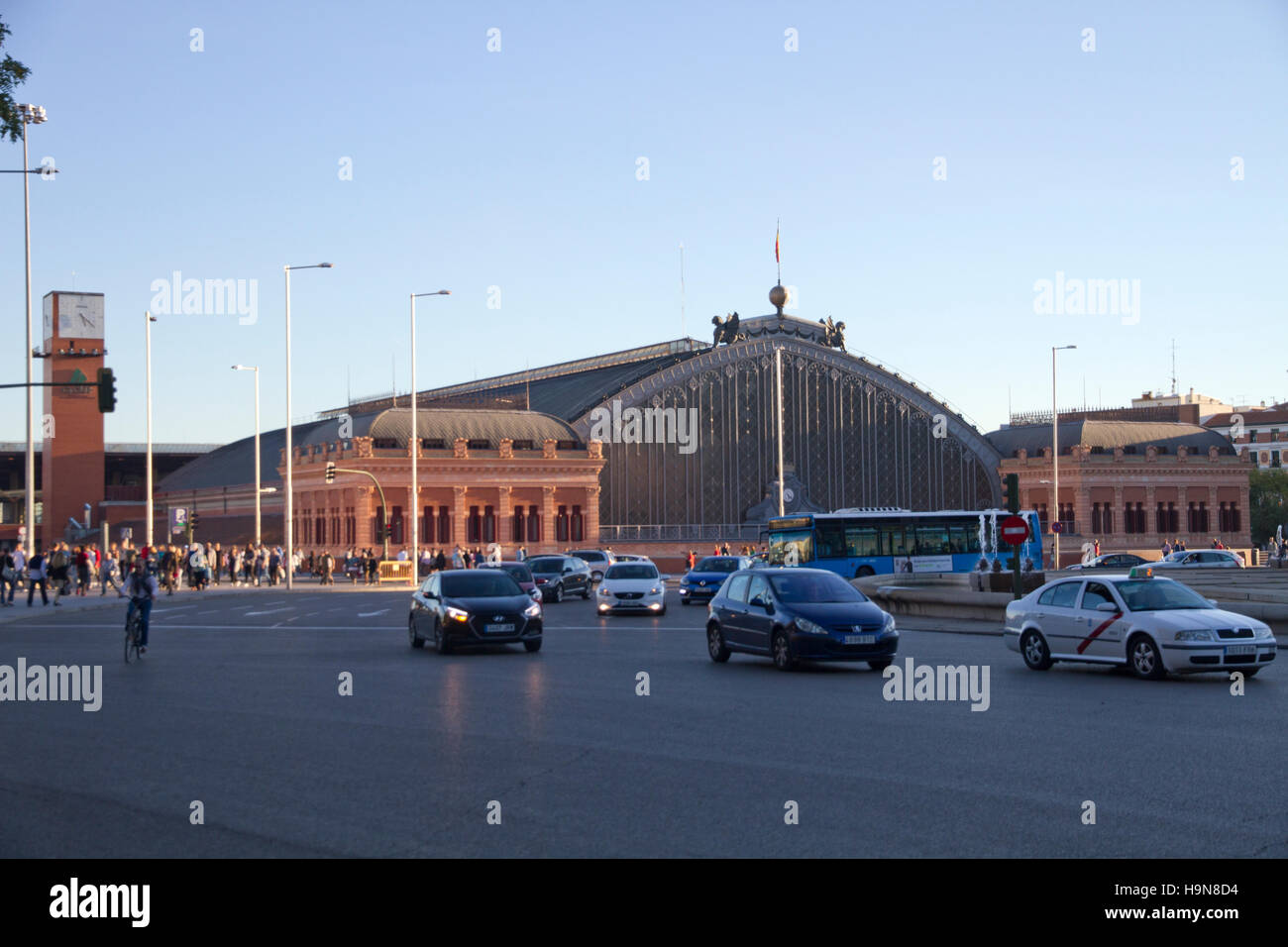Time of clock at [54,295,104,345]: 5:21
